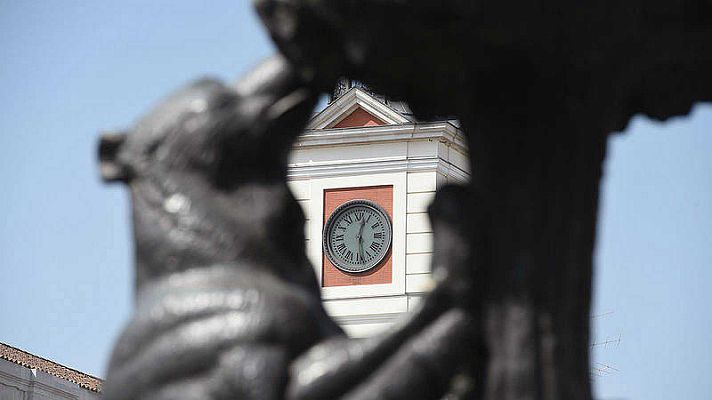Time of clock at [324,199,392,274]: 12:28
